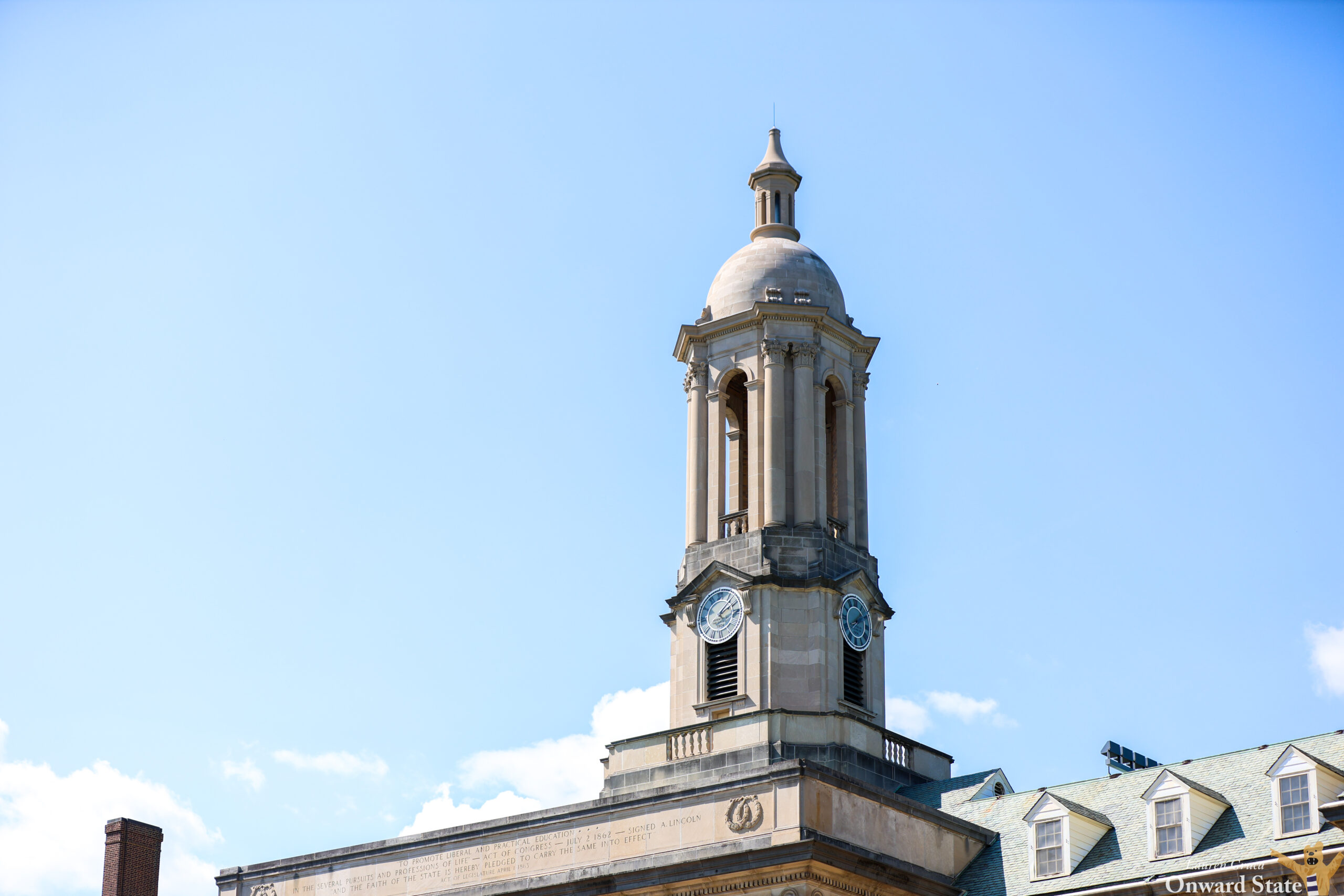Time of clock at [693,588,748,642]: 2:07
